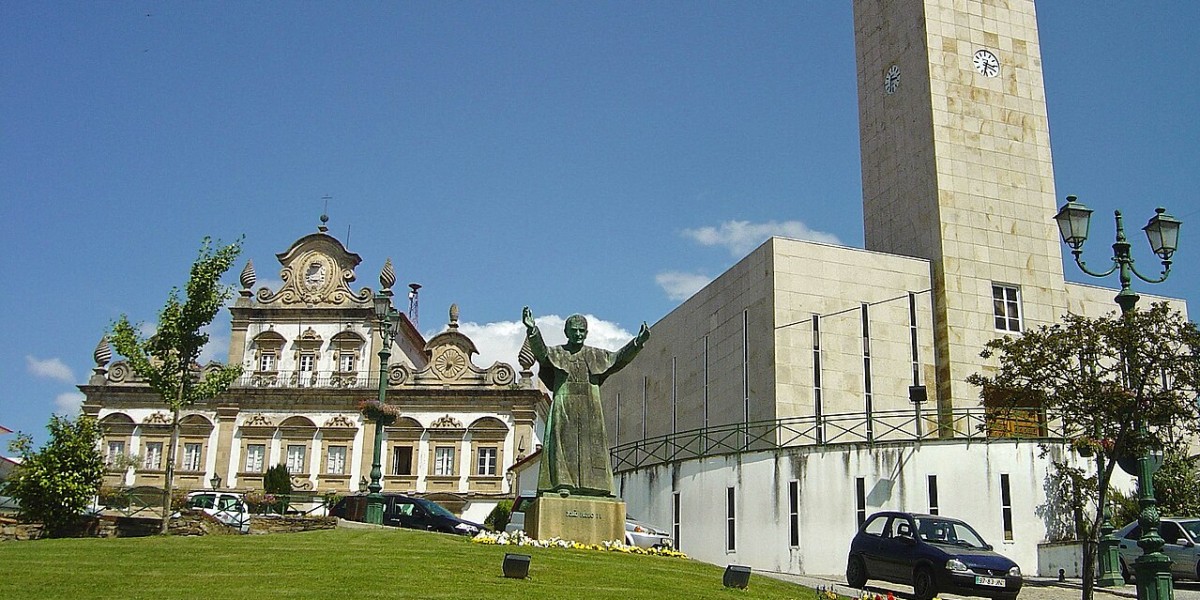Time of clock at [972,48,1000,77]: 3:32
